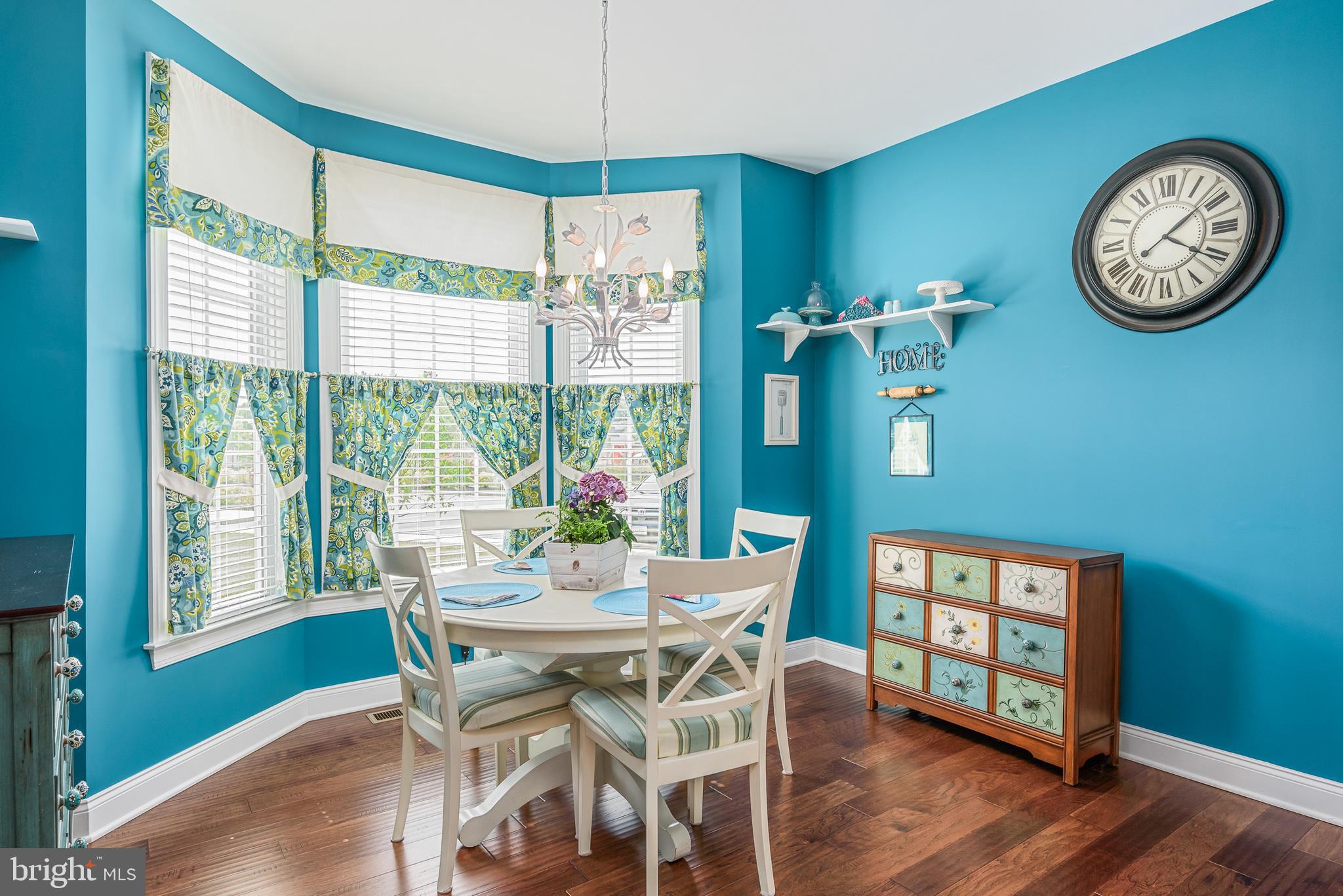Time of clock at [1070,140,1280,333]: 4:08
